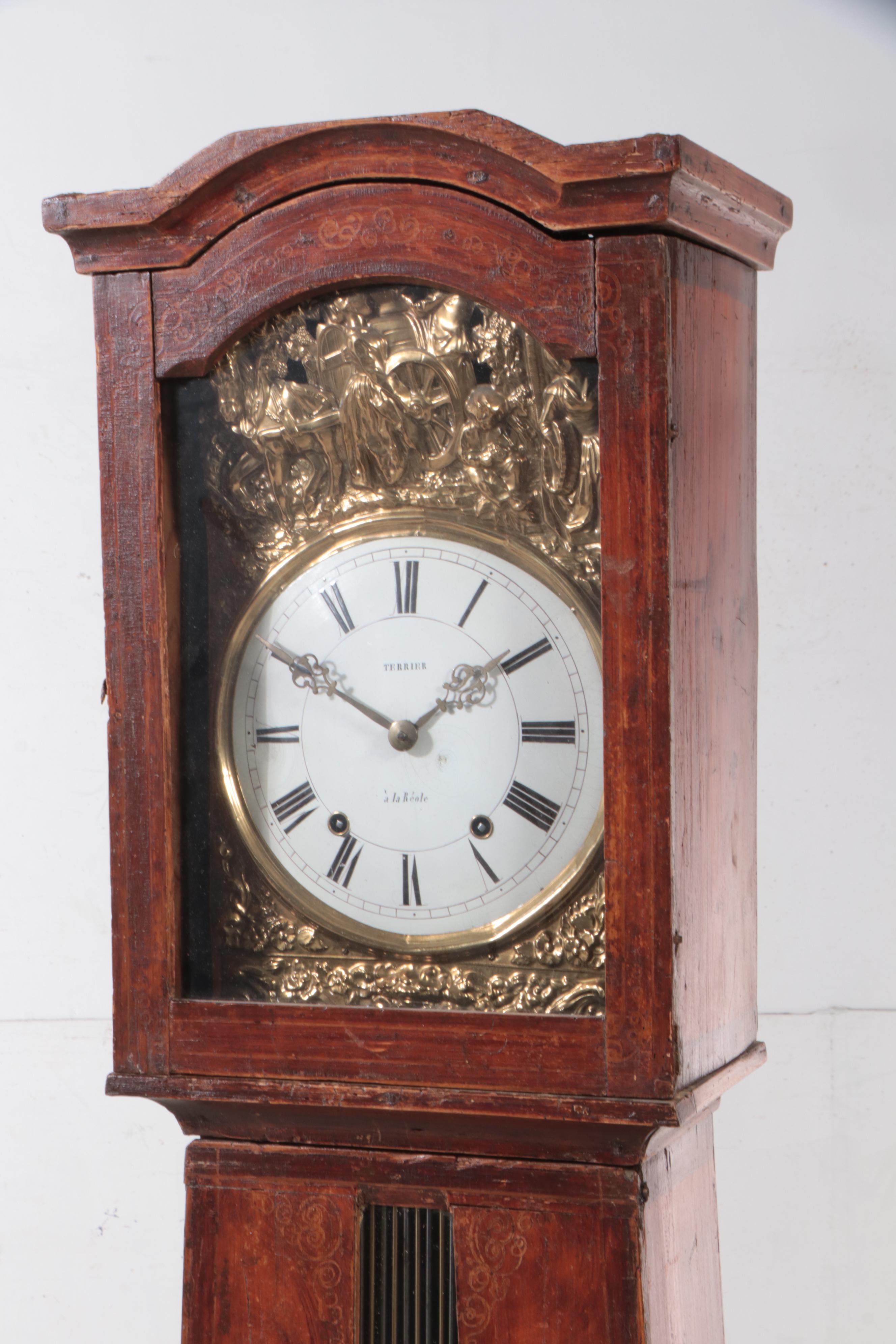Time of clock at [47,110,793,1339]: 1:49
